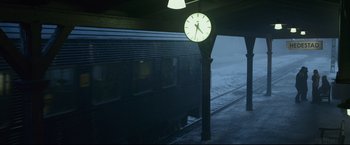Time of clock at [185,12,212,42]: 4:32
